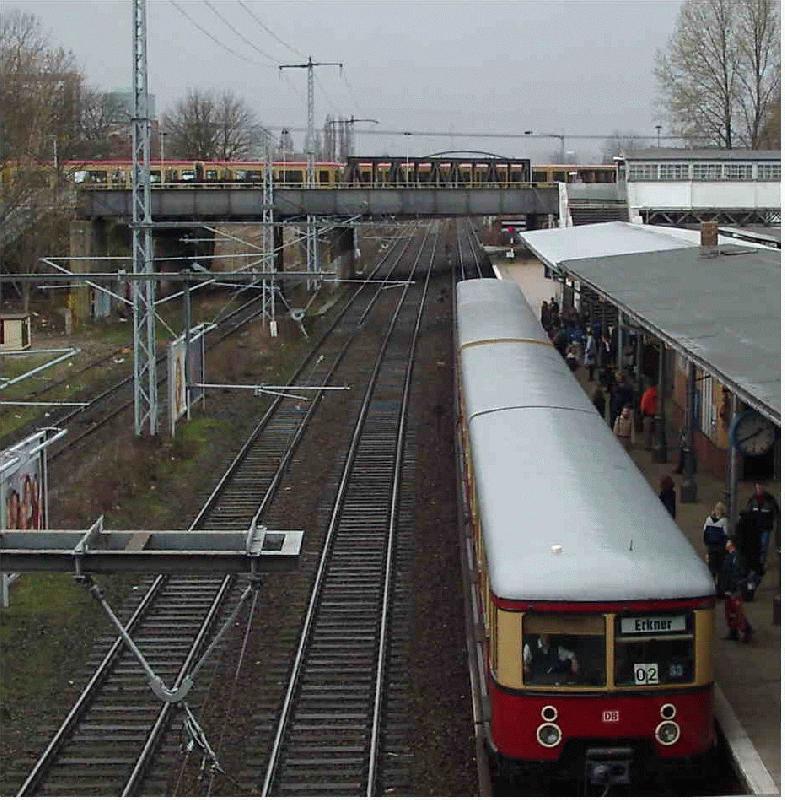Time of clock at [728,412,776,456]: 1:40
